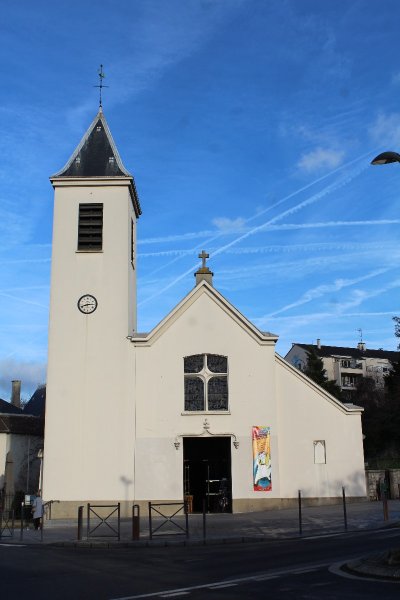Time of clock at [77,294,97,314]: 8:14
